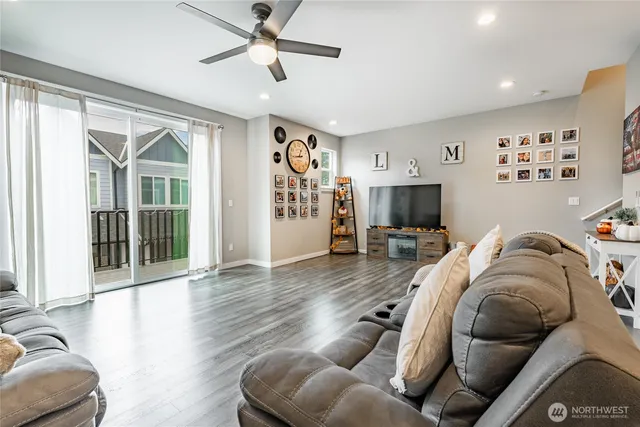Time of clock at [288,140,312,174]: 12:43
